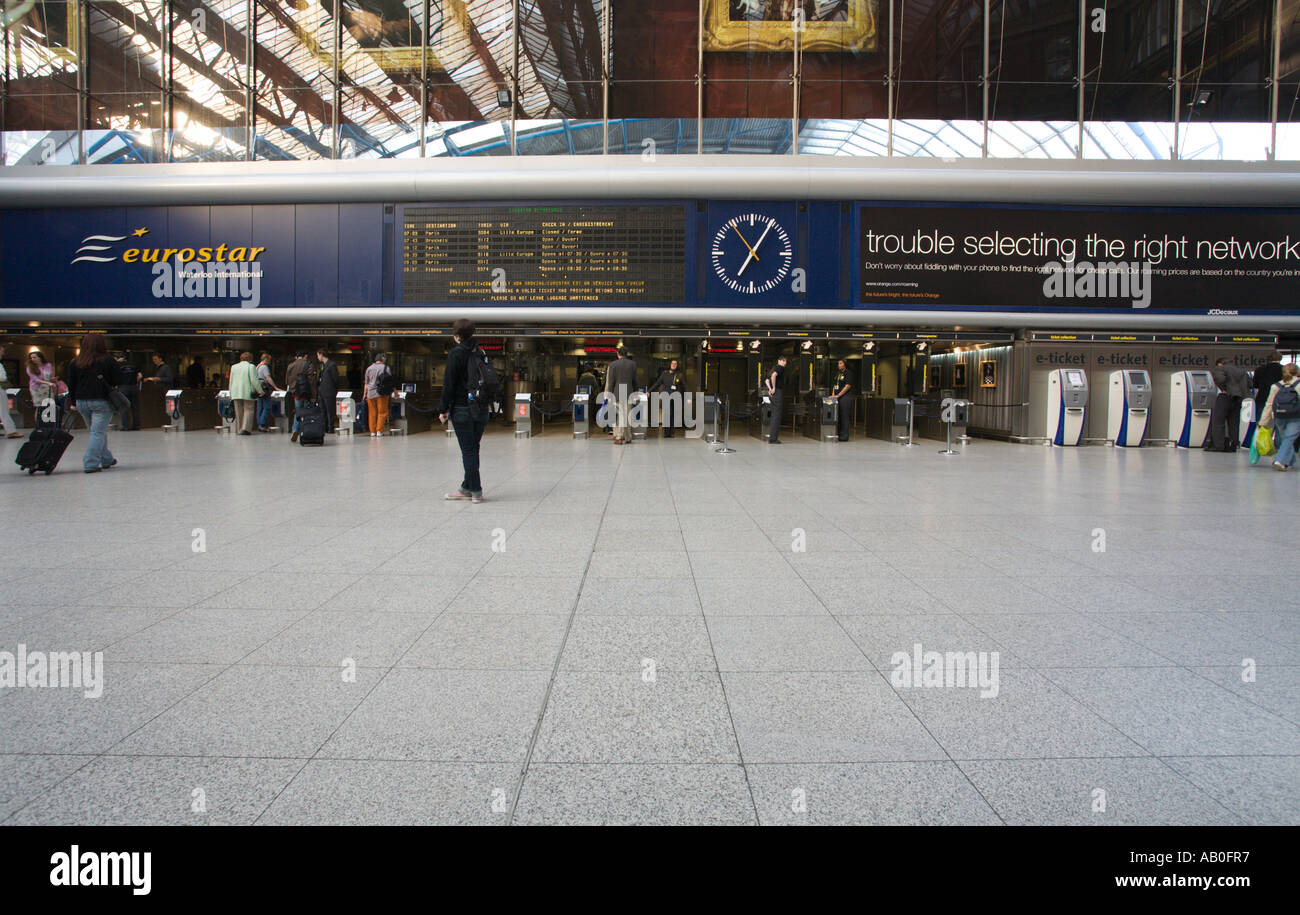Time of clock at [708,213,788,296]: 7:05
